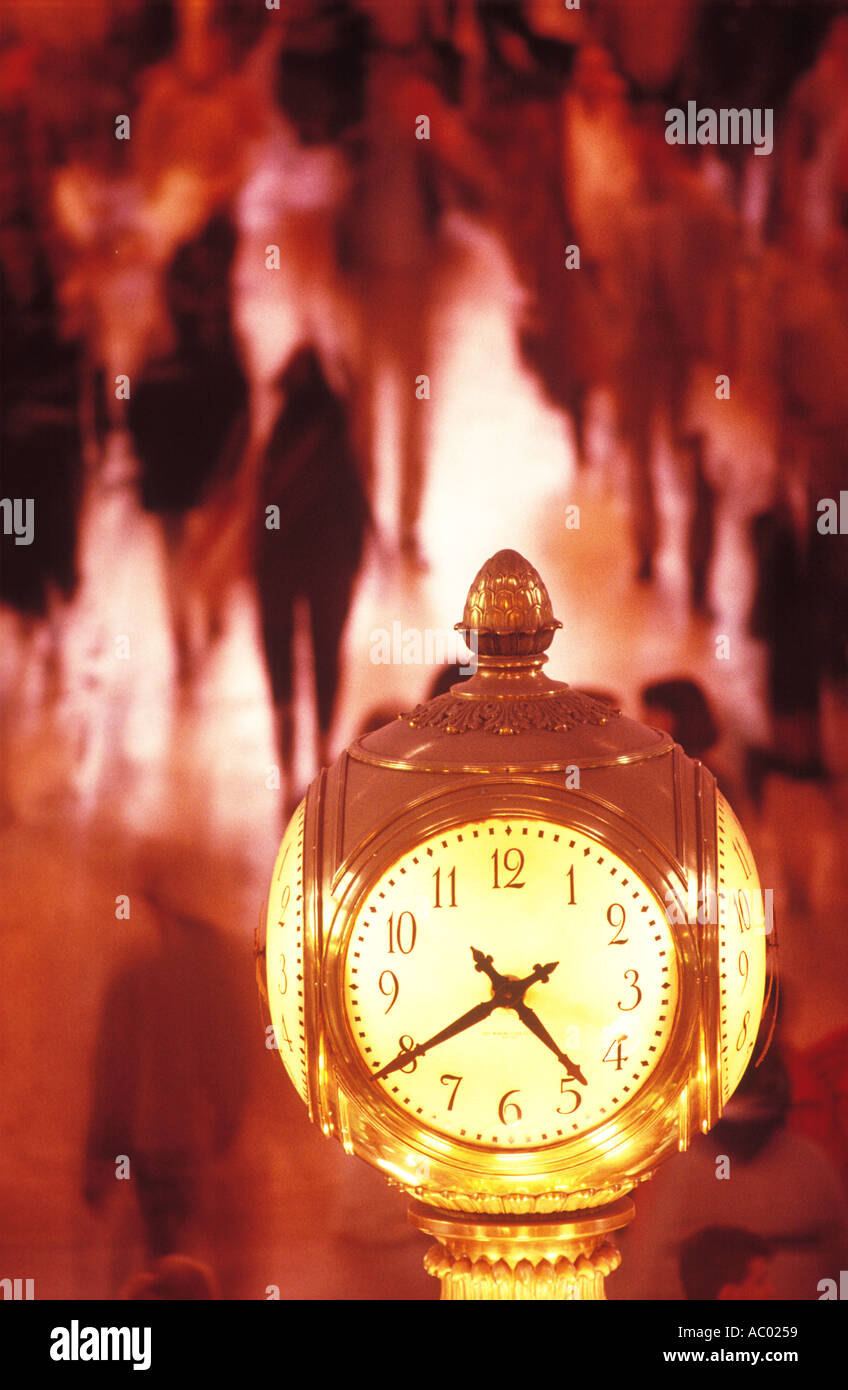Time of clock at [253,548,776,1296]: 4:39
